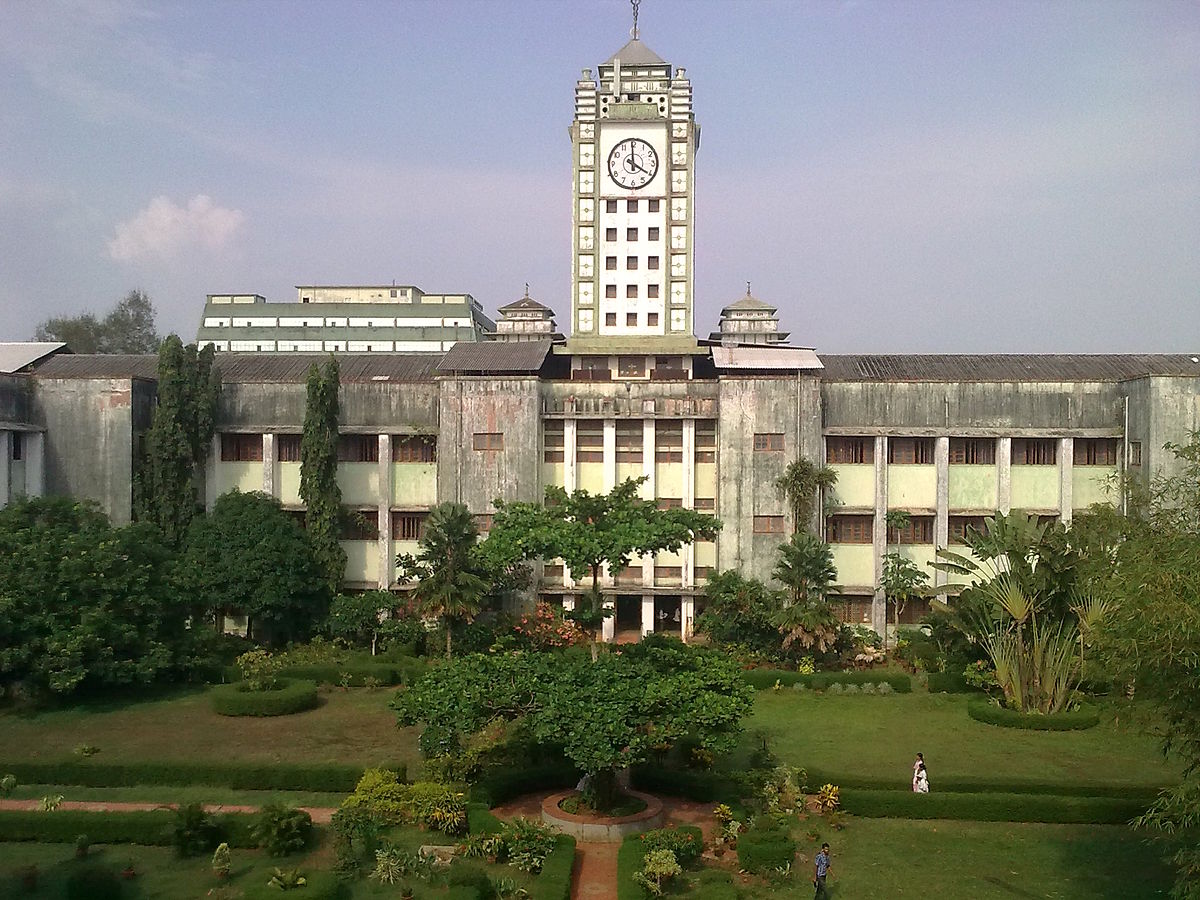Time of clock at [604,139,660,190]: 3:59
